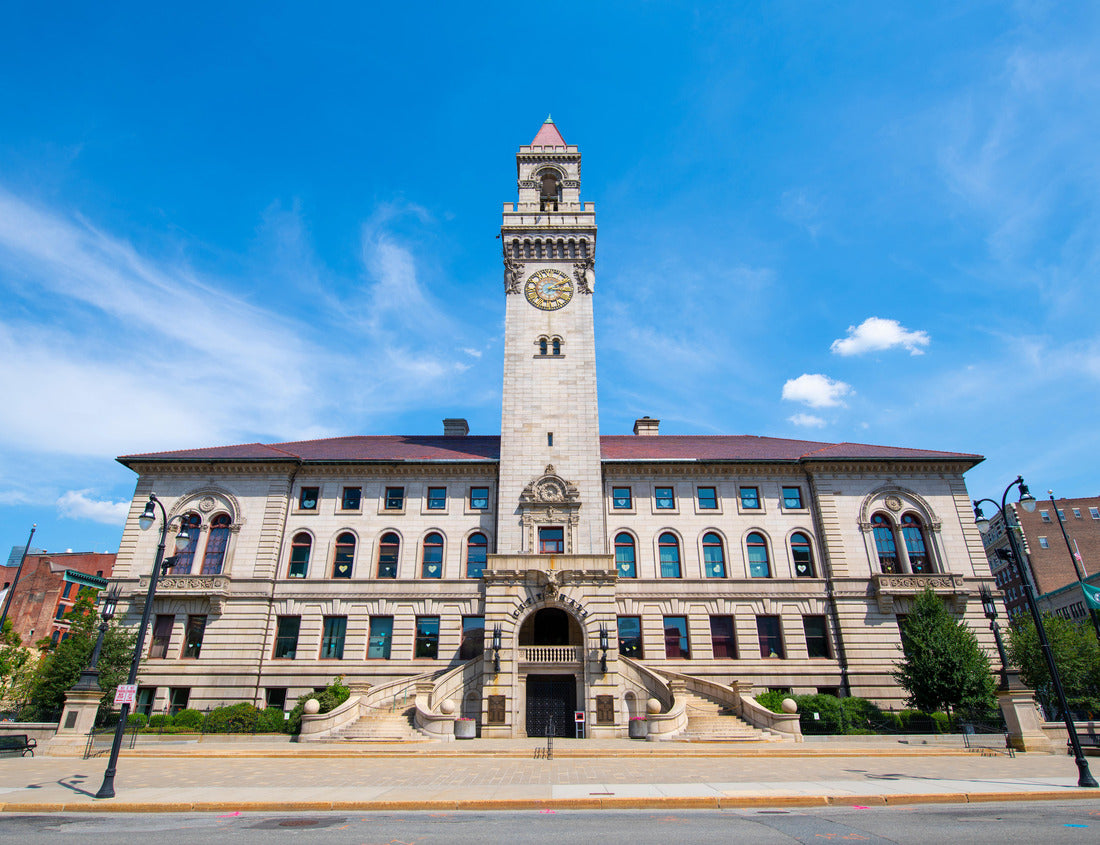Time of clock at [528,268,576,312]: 2:15
